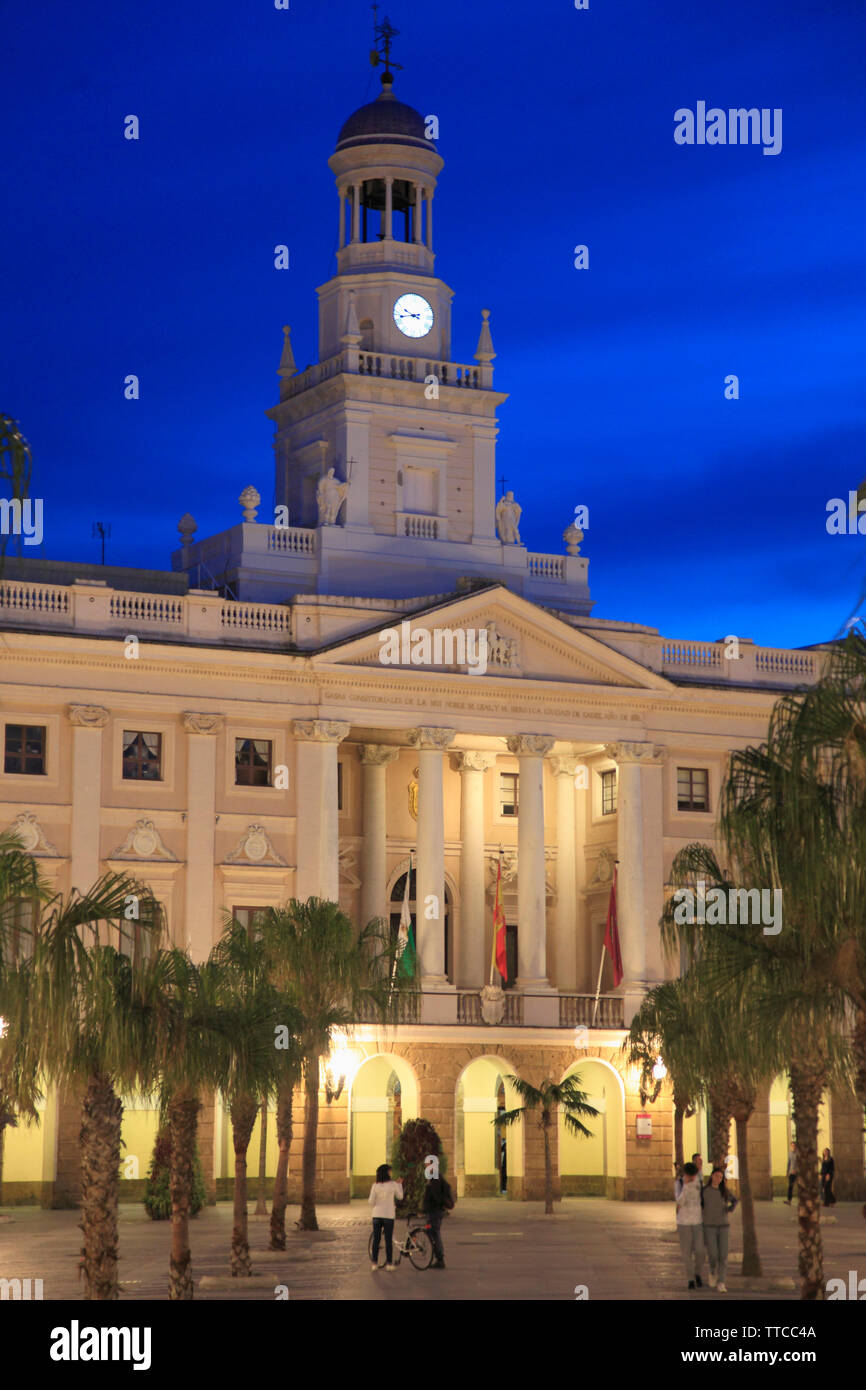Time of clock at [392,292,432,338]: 9:42
